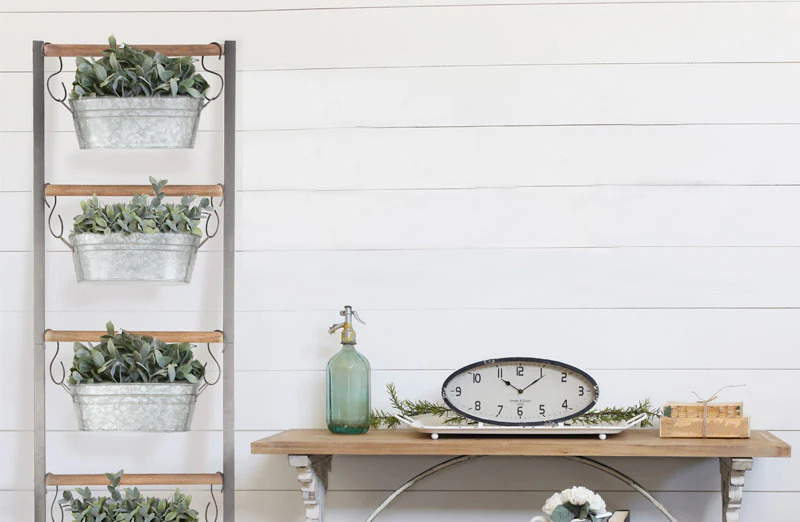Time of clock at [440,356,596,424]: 11:07
